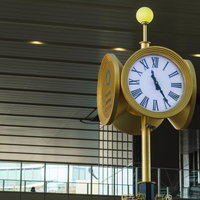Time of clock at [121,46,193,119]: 11:24
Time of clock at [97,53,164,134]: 11:24
